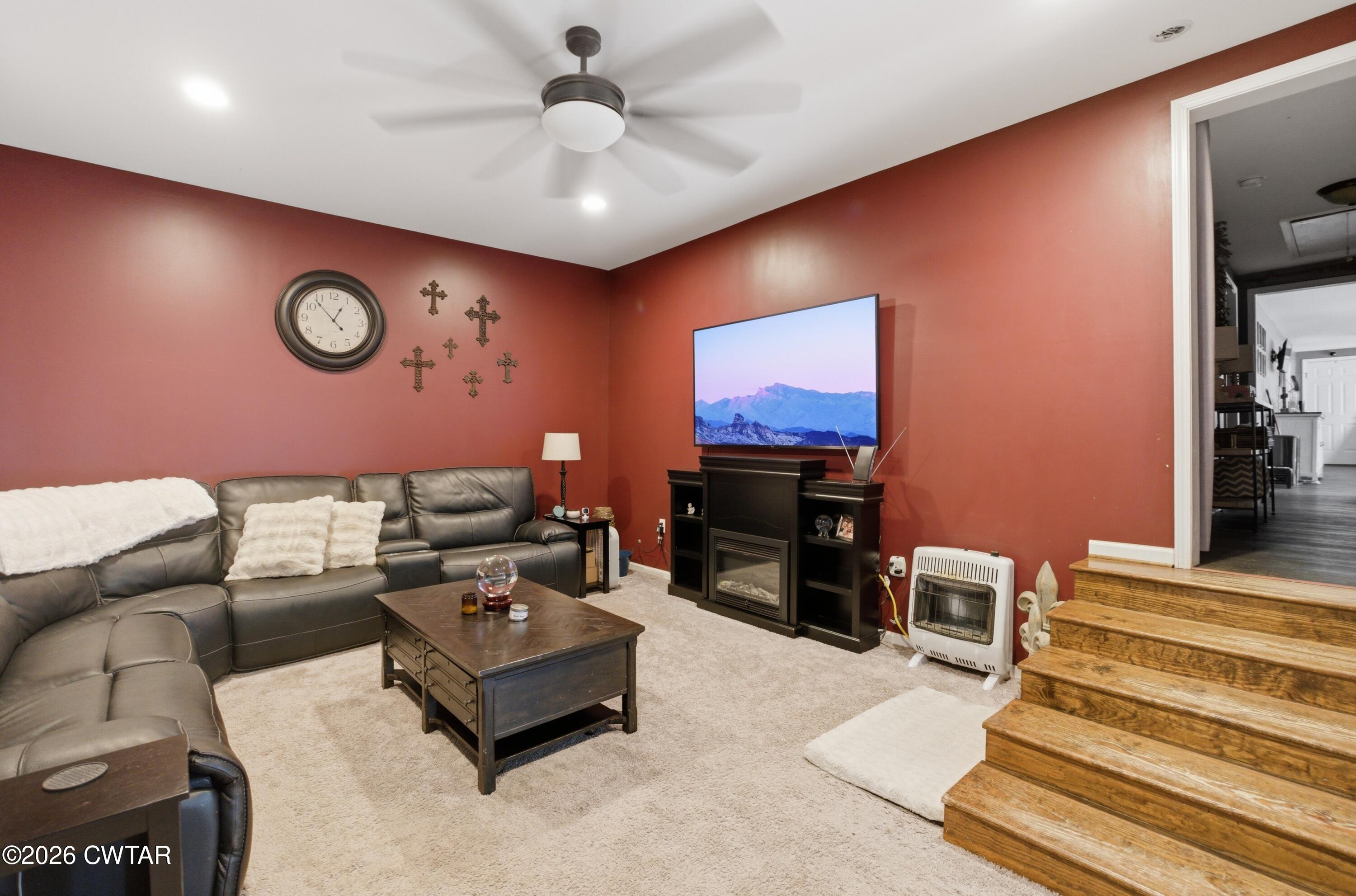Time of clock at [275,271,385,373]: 12:53
